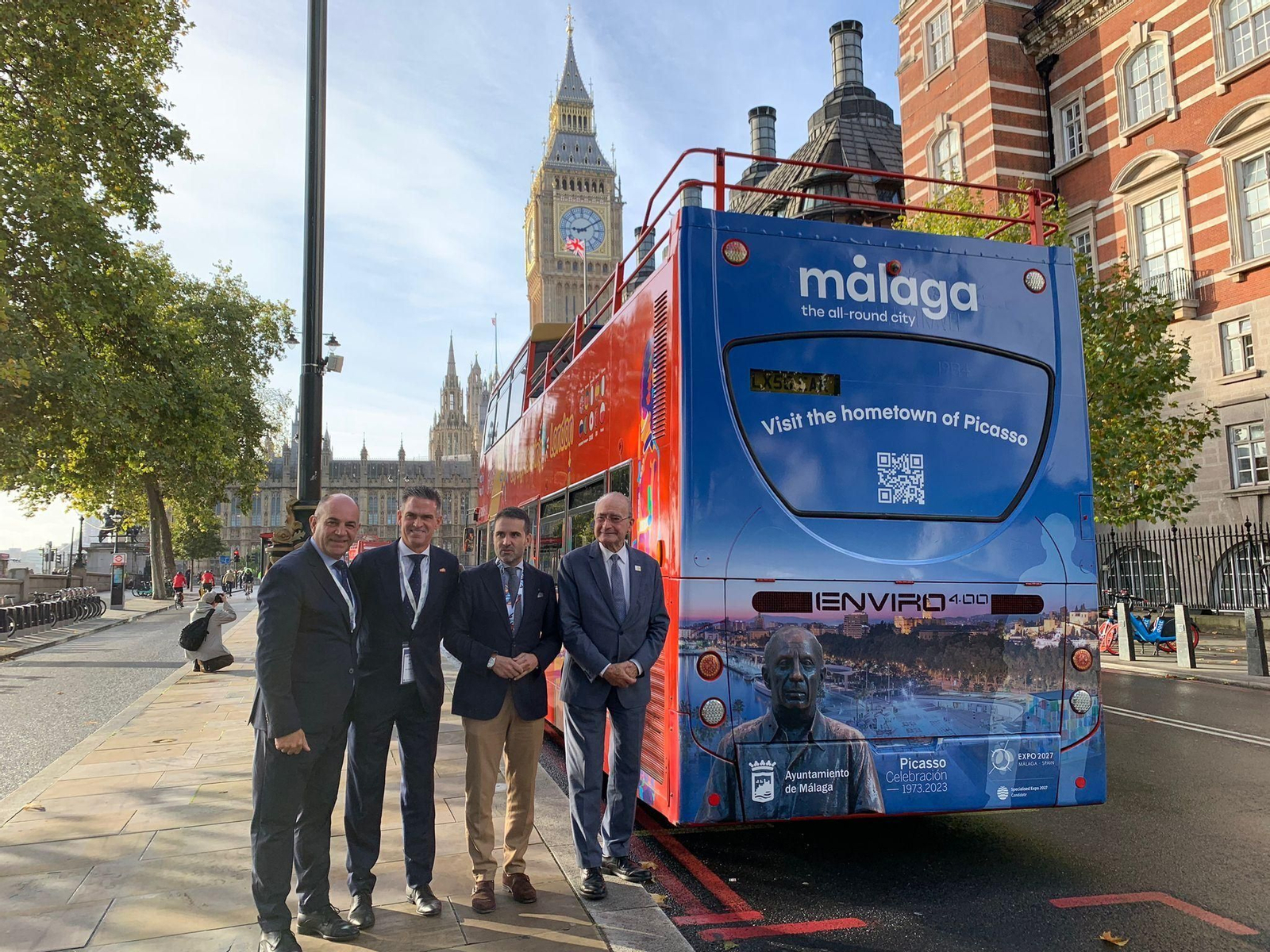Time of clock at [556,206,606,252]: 9:10
